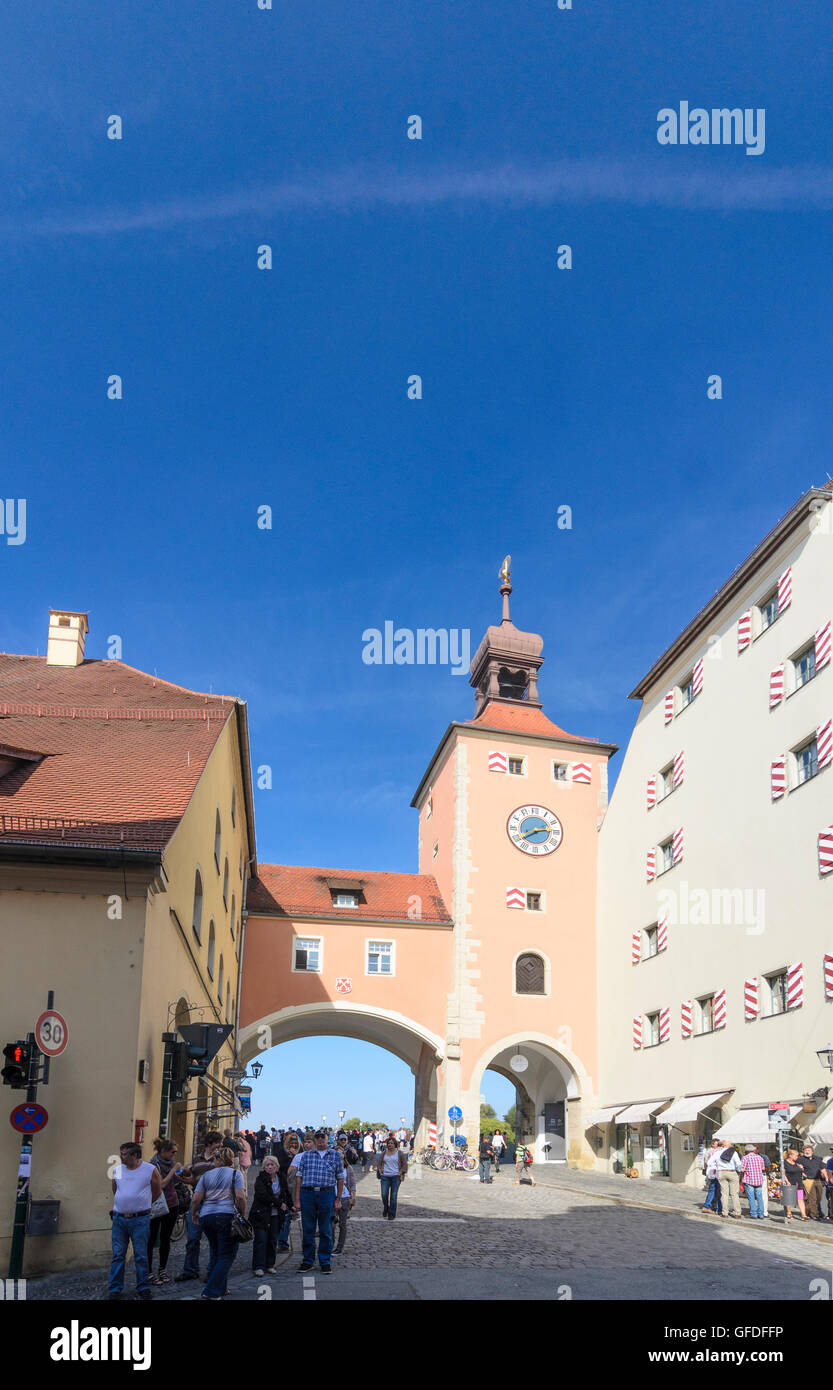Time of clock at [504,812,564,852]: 2:40
